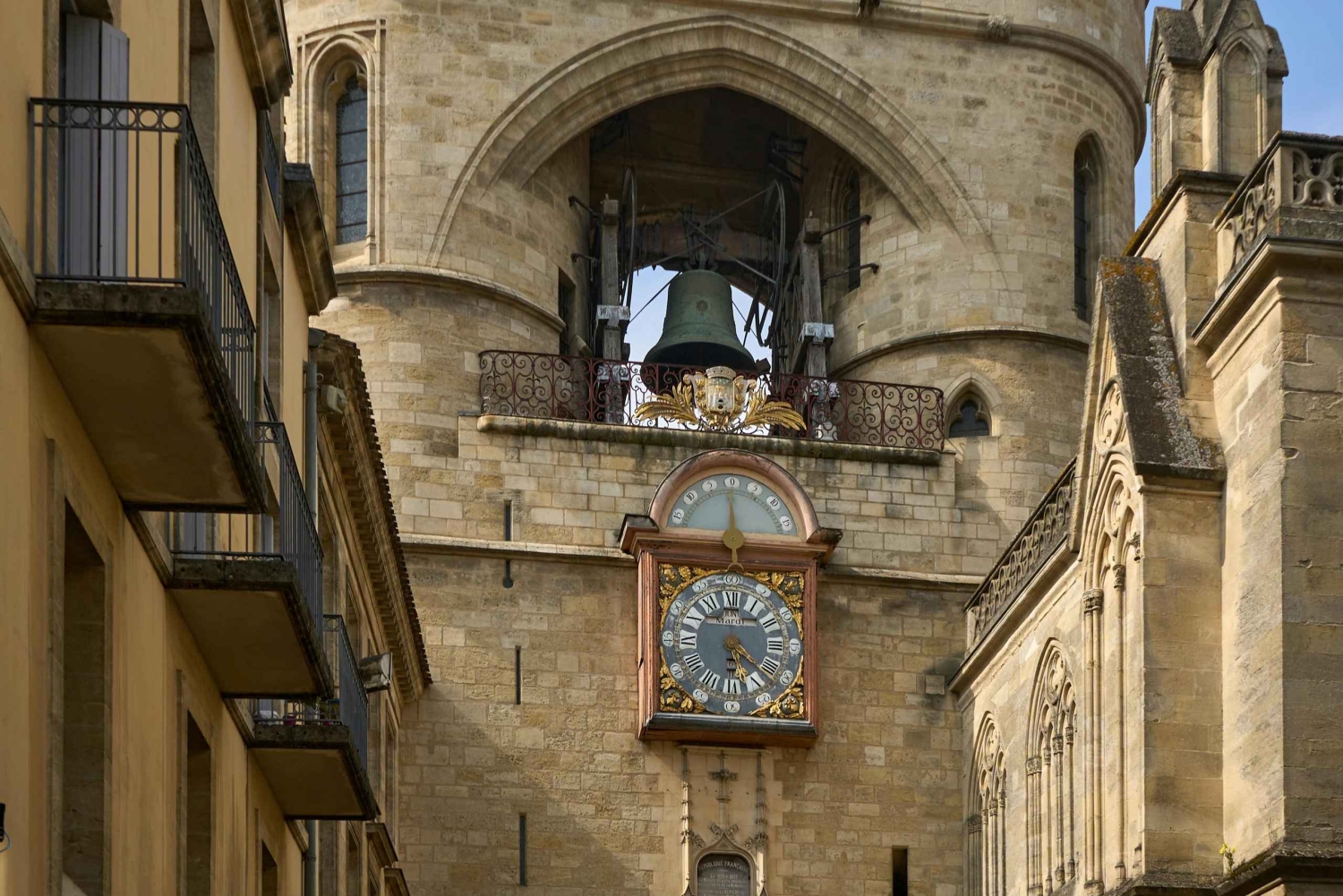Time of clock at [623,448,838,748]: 5:21
